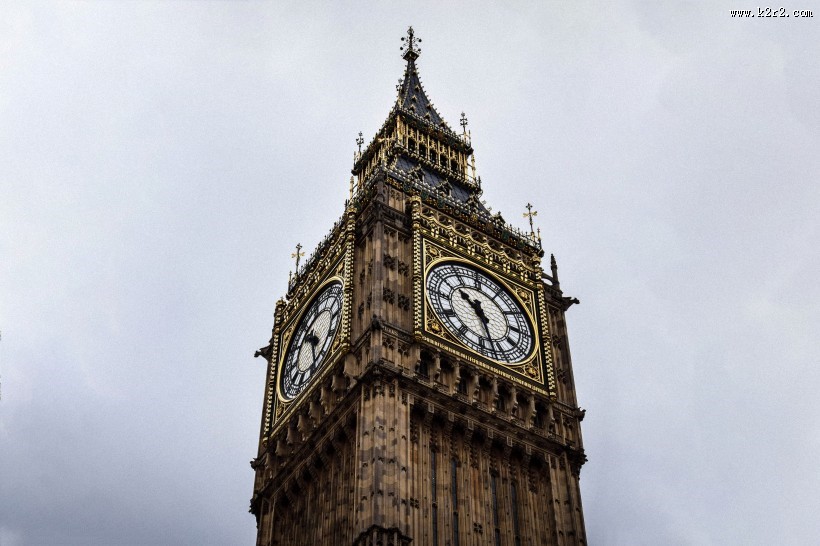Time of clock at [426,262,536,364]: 10:27
